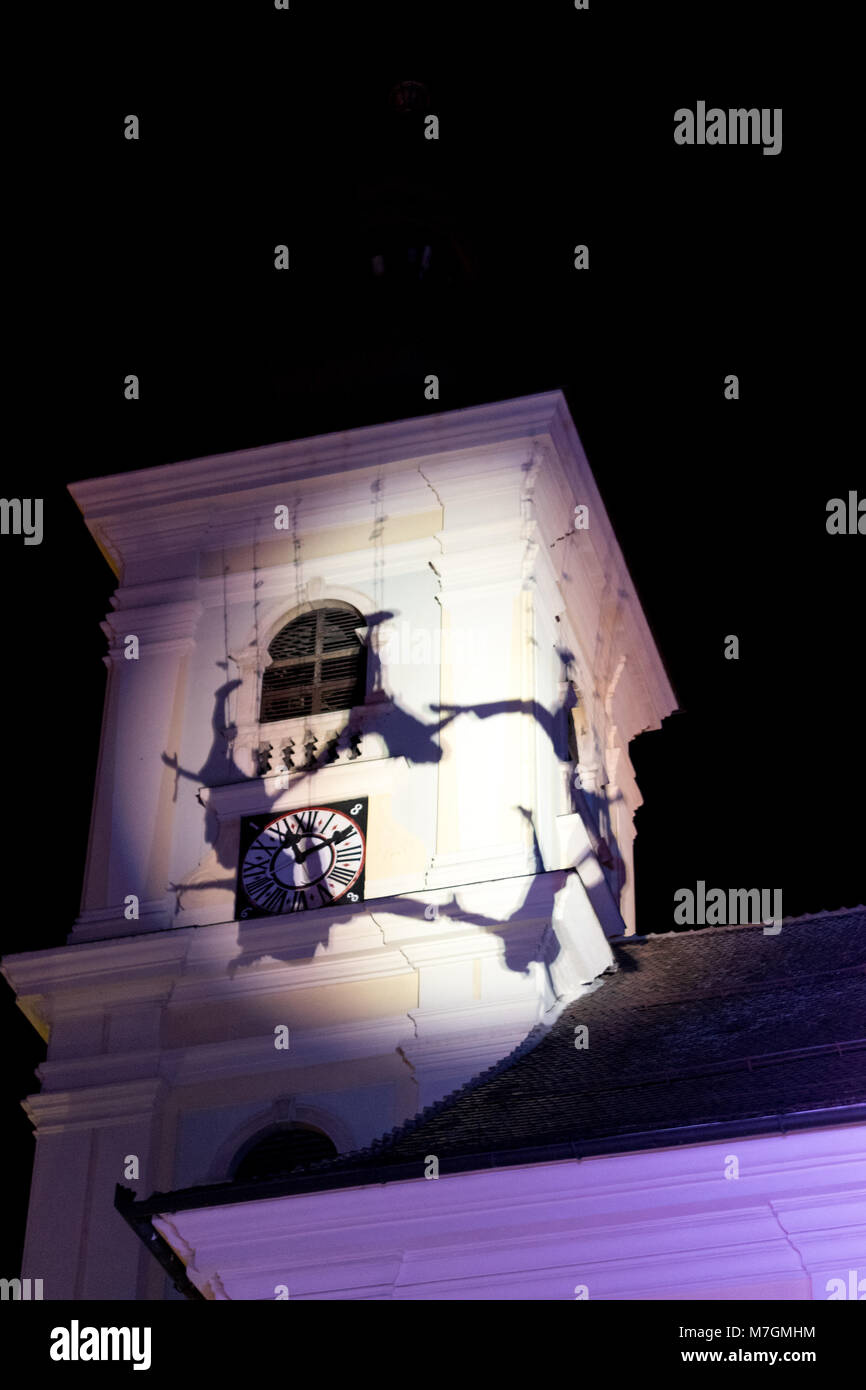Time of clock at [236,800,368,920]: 11:12
